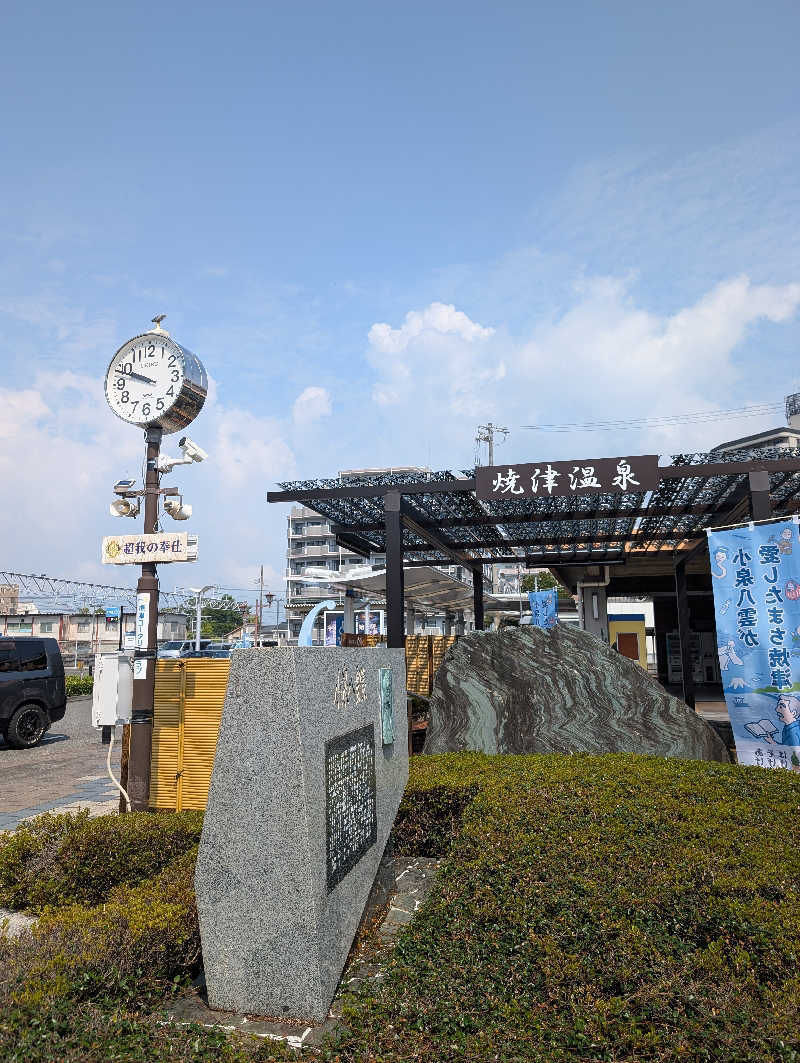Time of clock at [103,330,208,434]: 9:48
